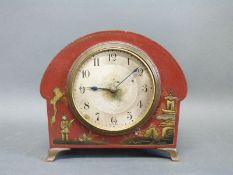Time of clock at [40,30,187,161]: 9:08
